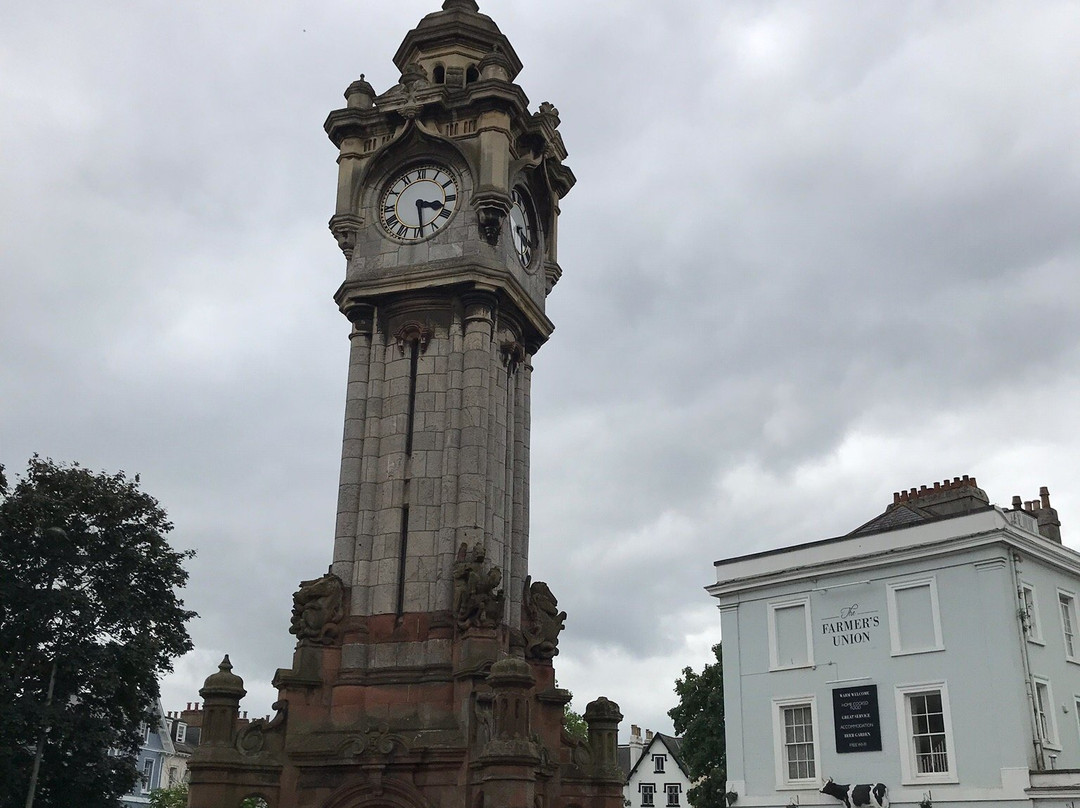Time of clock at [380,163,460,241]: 3:28
